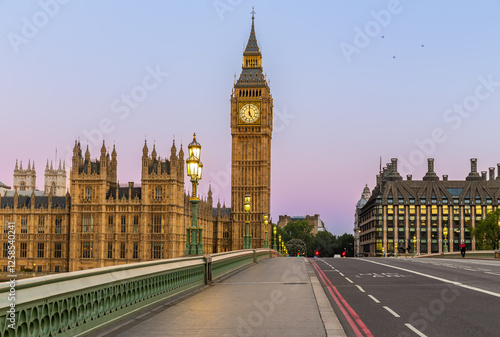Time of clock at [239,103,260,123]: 4:59
